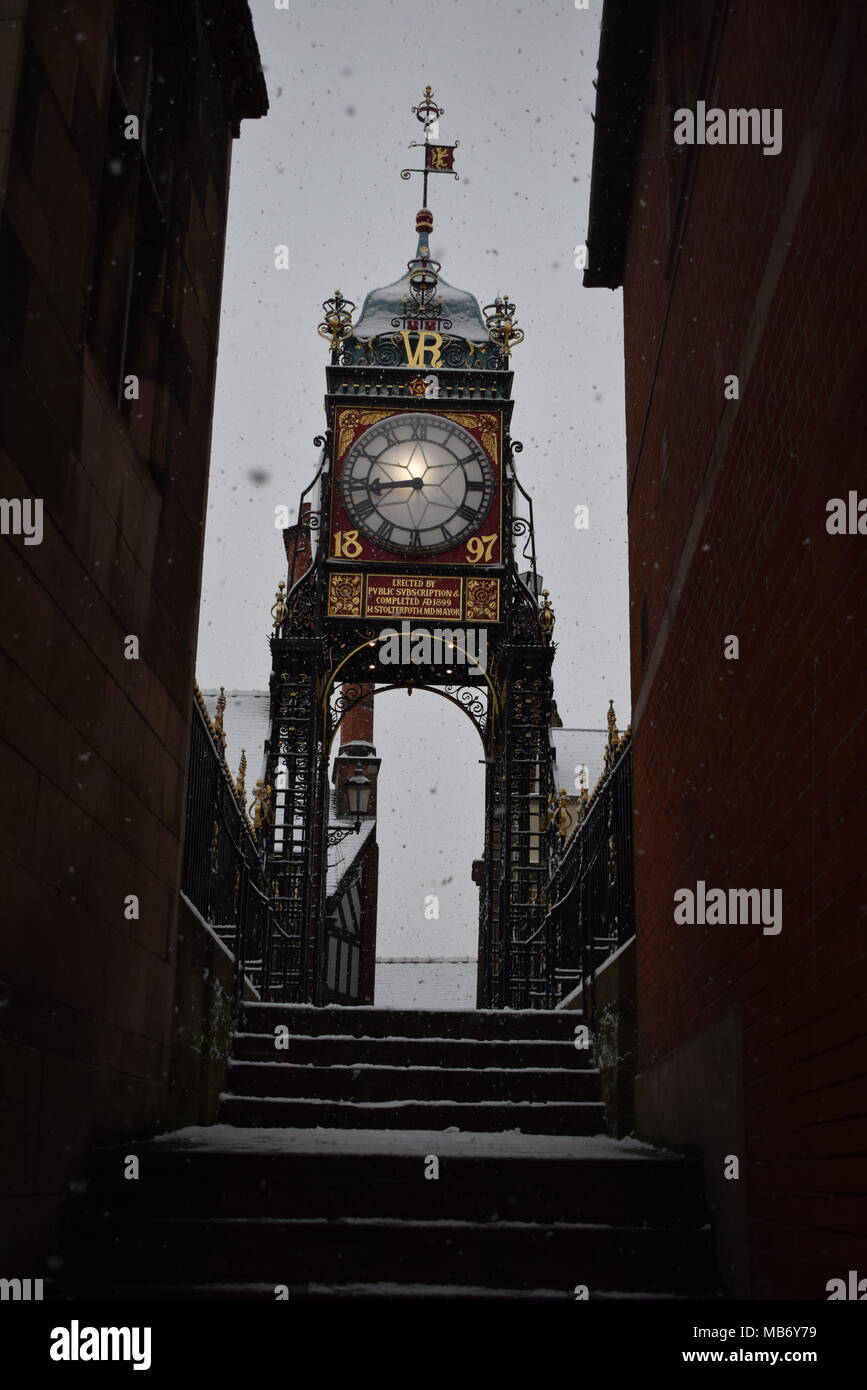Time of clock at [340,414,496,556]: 8:43
